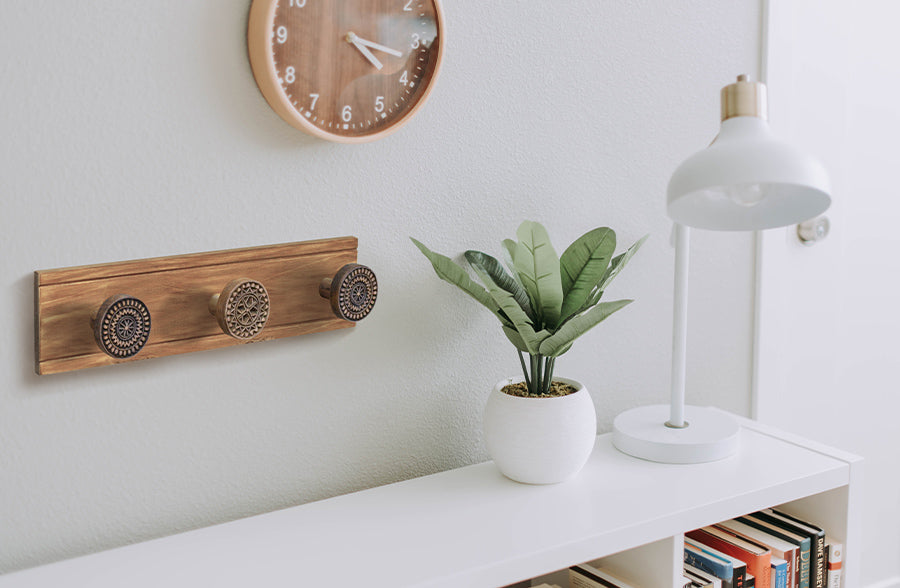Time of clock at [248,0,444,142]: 4:17
